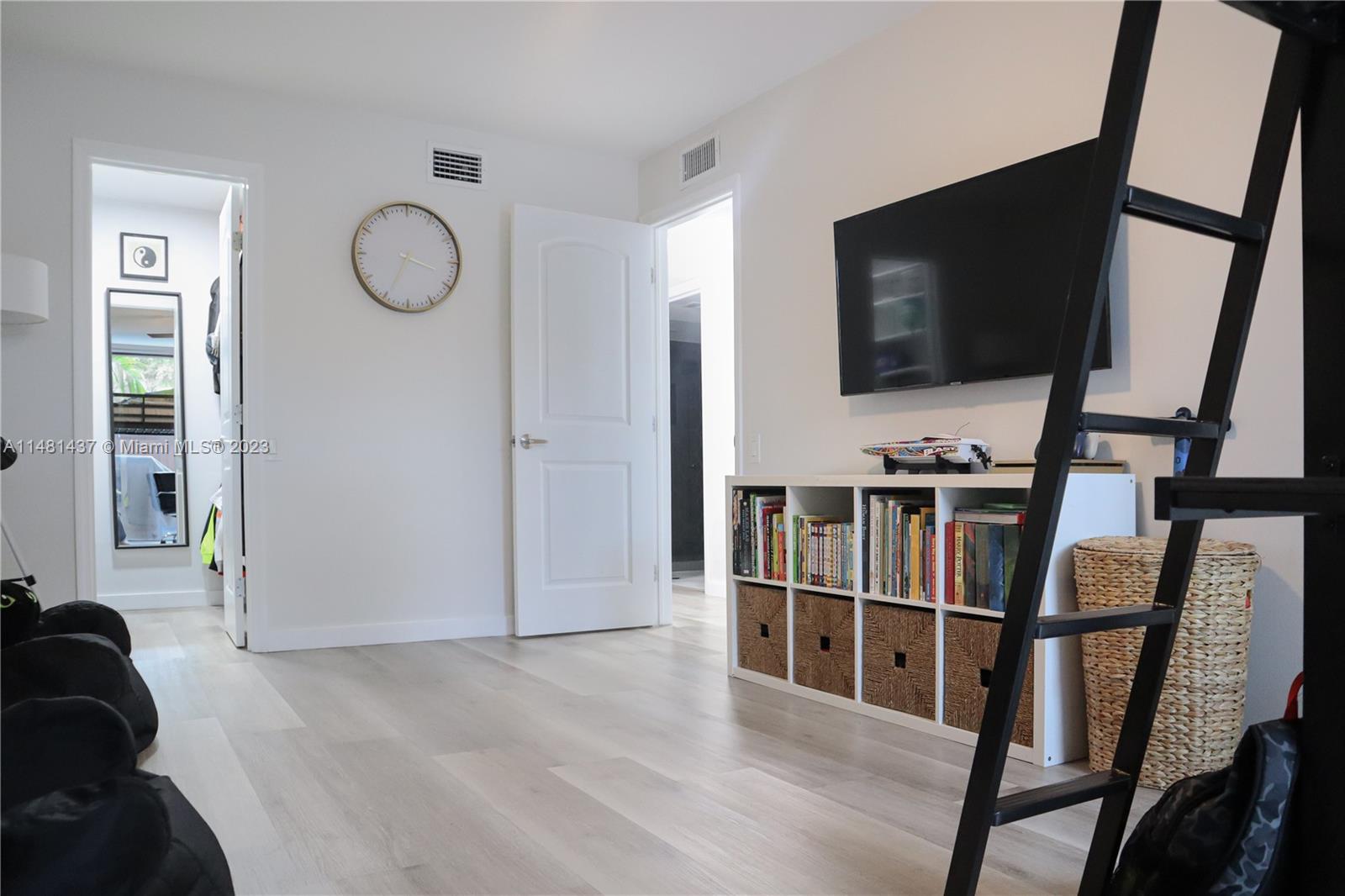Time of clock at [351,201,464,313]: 3:34
